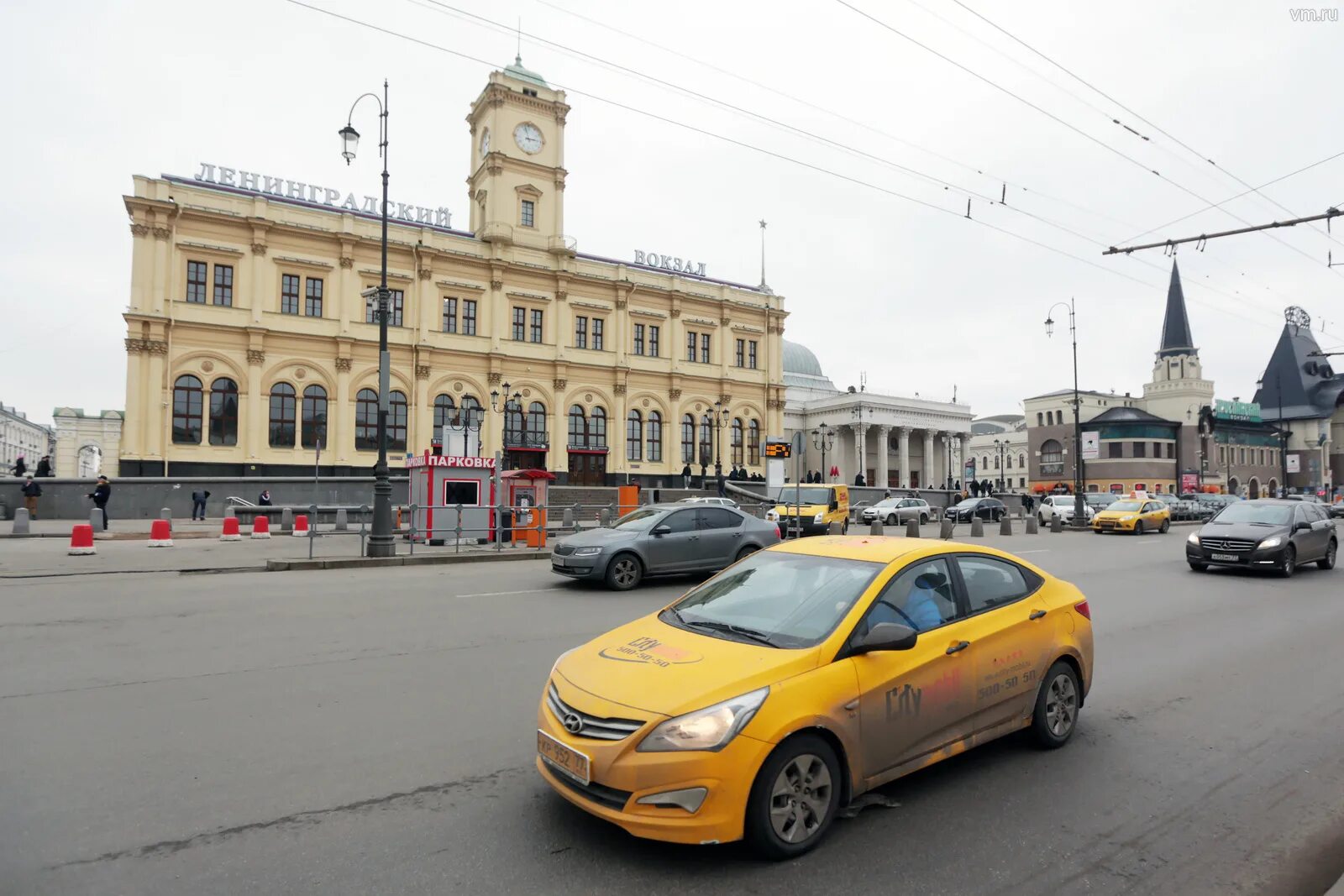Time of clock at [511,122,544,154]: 2:57
